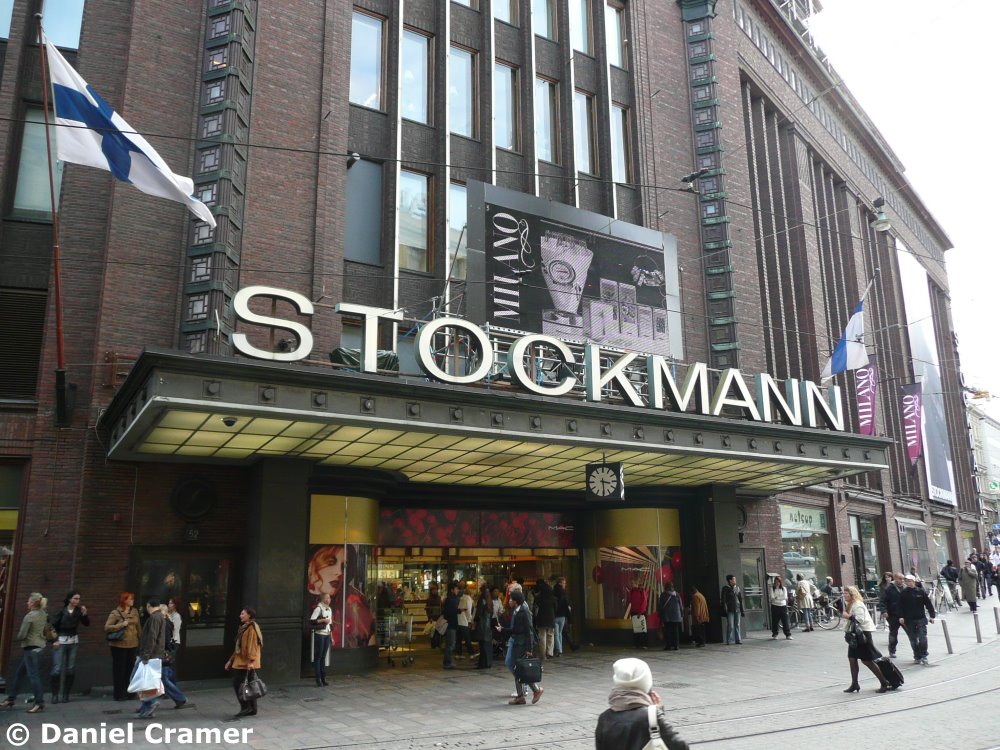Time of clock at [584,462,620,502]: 3:29
